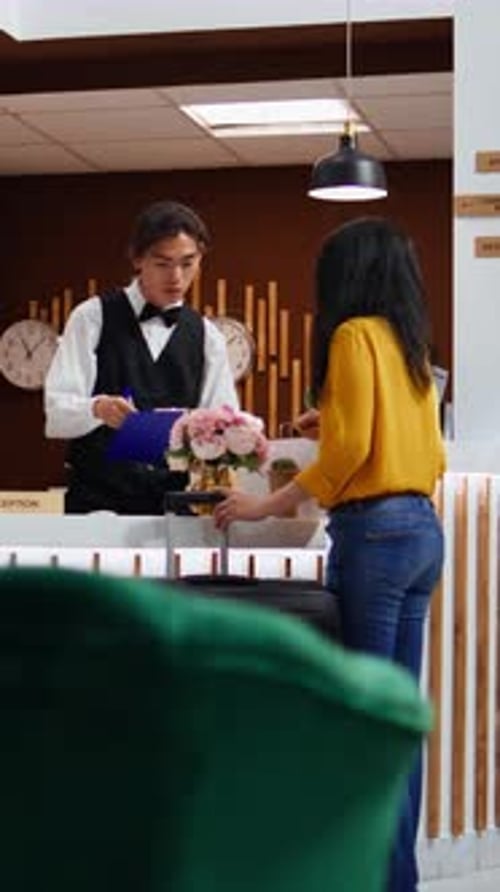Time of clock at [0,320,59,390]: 11:07
